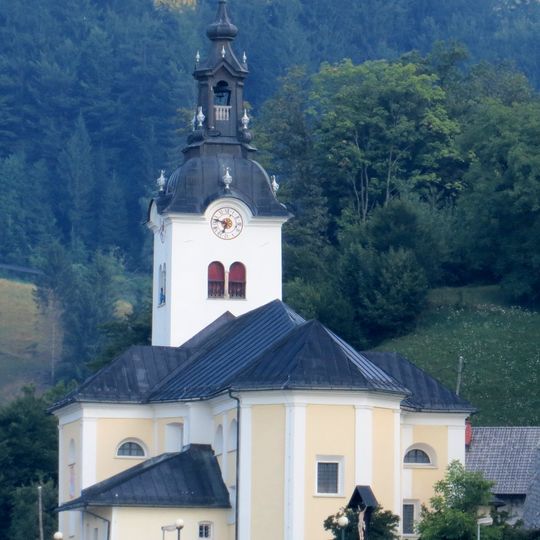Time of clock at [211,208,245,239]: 6:47
